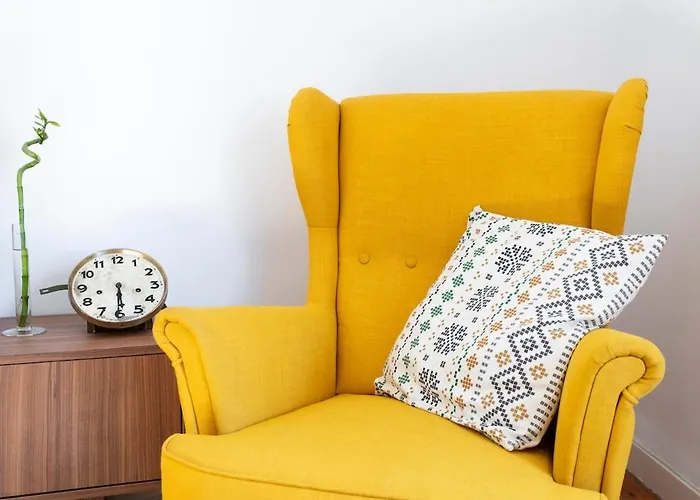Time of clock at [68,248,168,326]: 5:29
